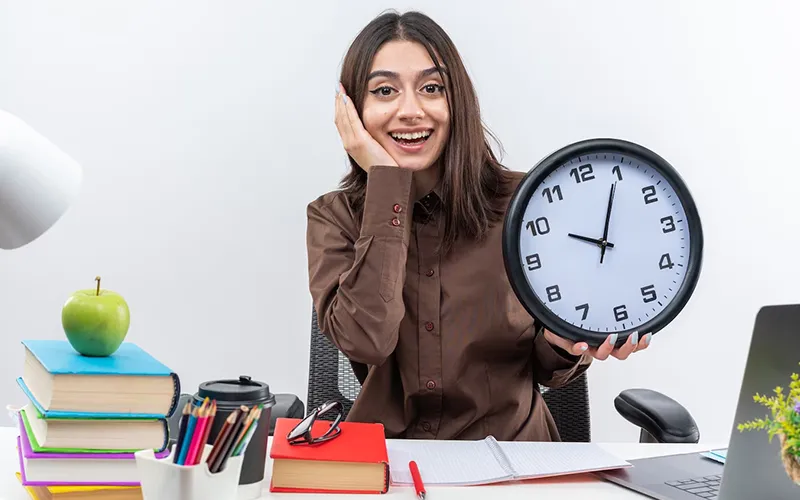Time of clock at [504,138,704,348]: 10:04
